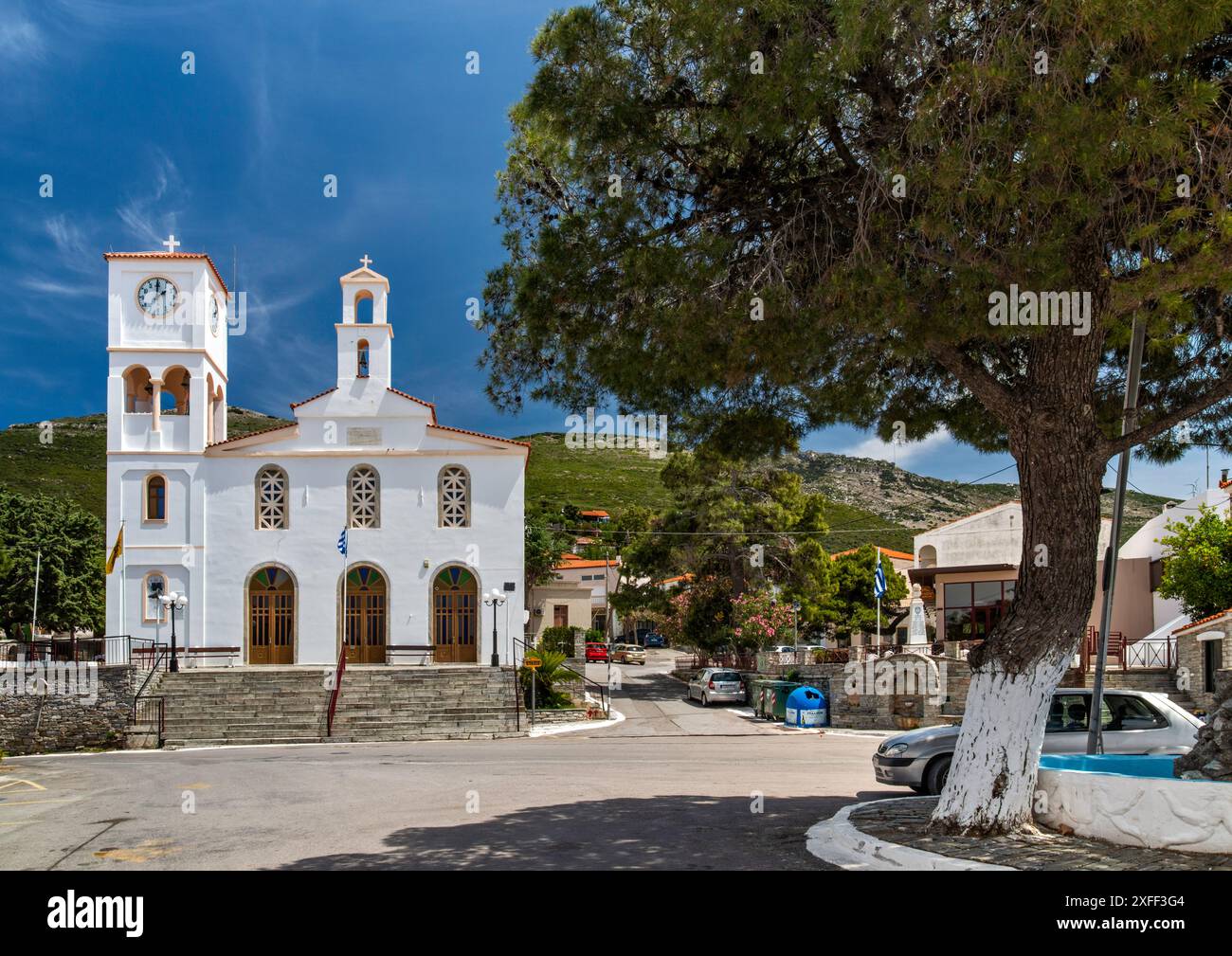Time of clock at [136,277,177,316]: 2:00
